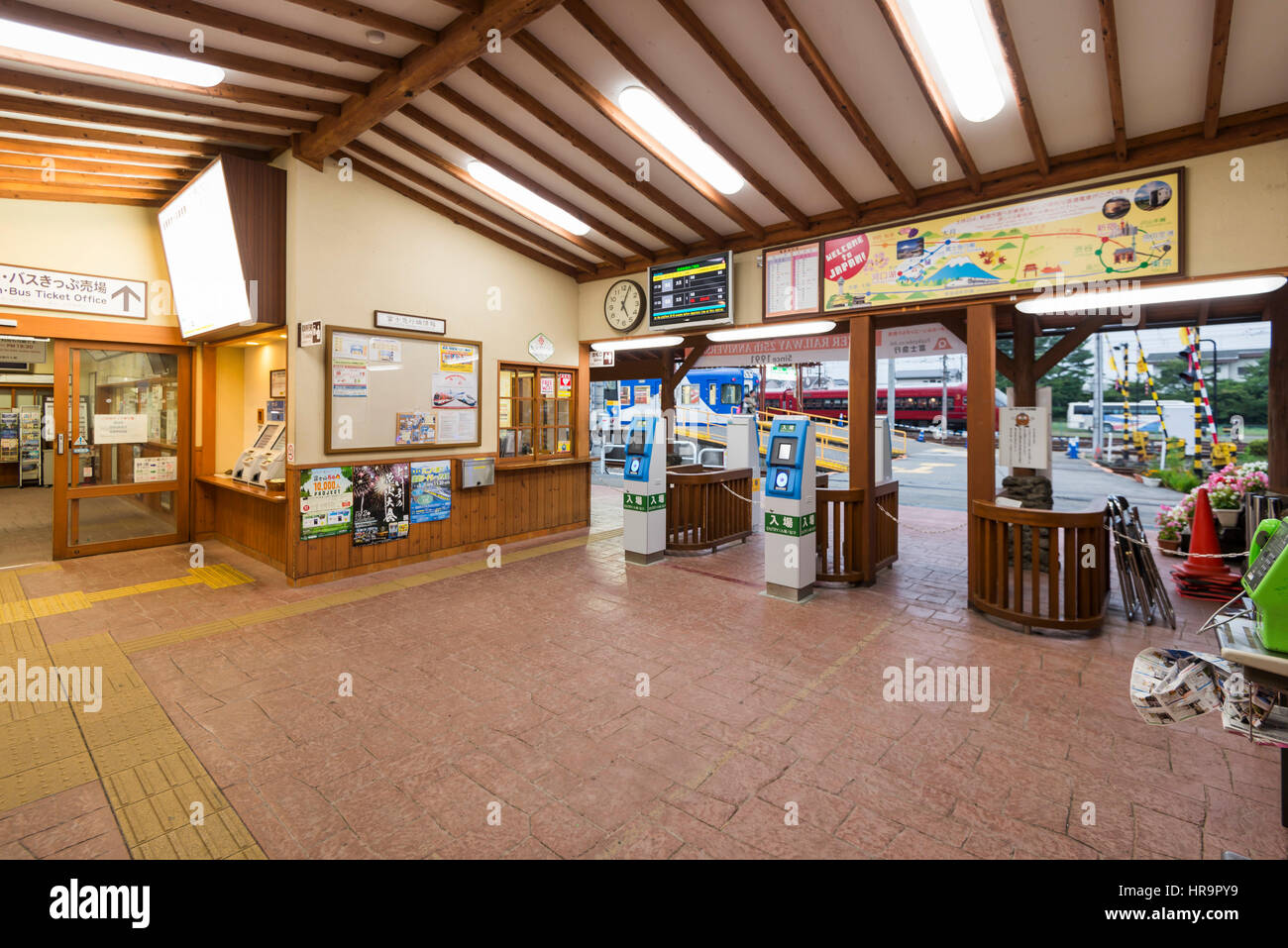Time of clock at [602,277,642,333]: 5:04
